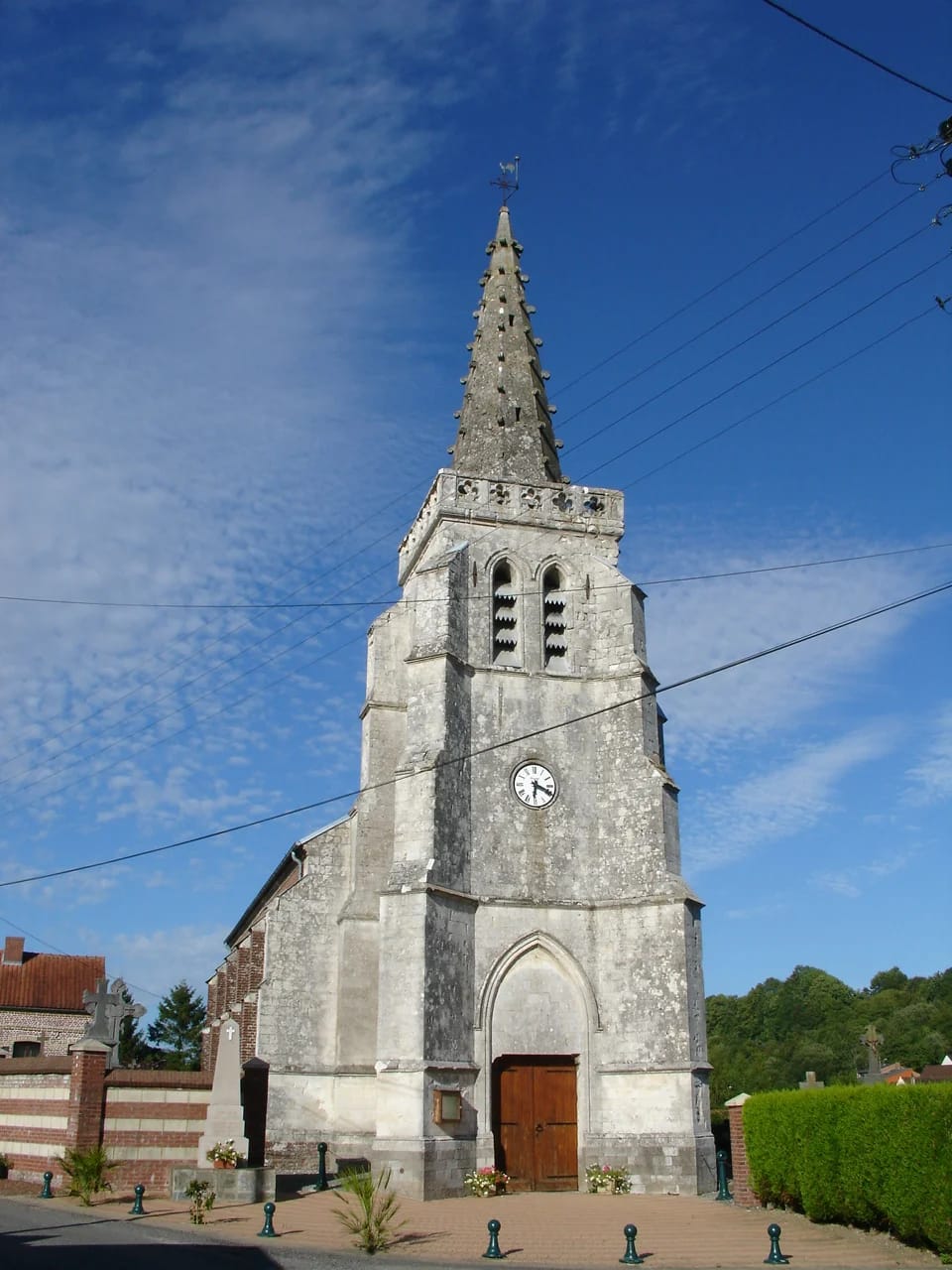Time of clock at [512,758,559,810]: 6:18
